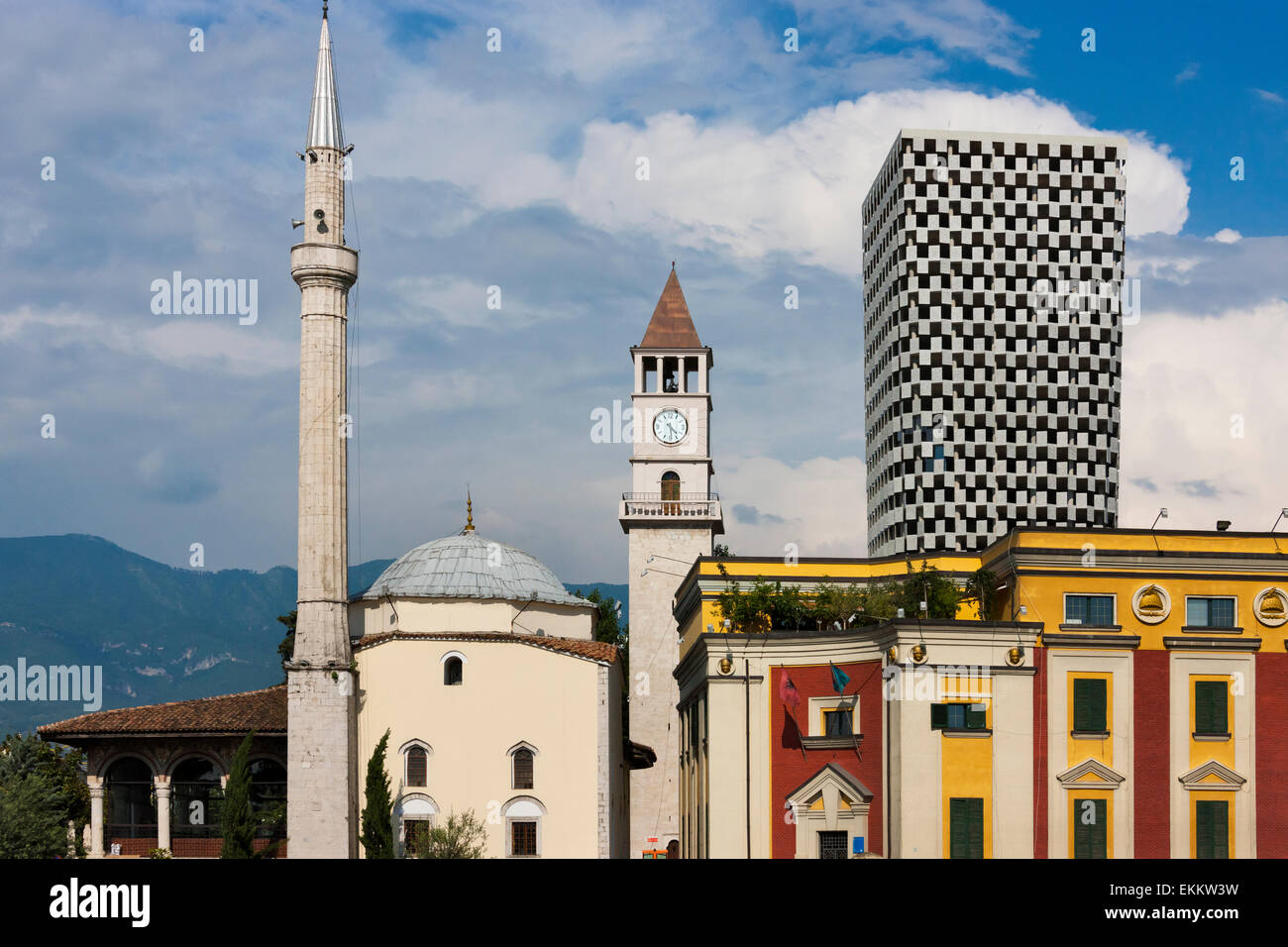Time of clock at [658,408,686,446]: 4:29
